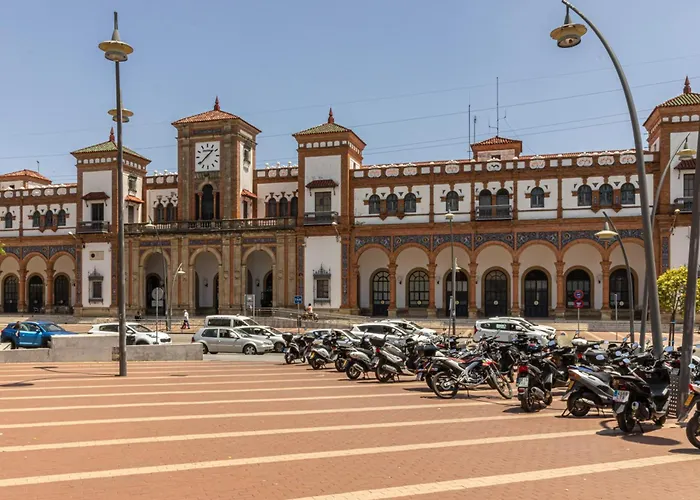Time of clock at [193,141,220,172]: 1:38
